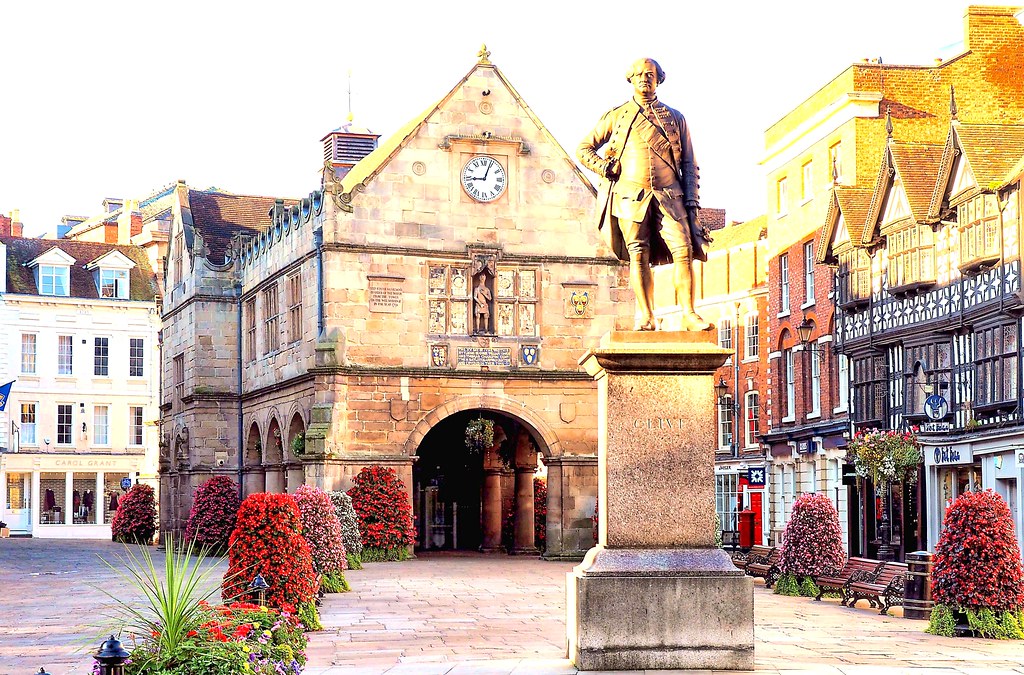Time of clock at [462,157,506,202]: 9:03
